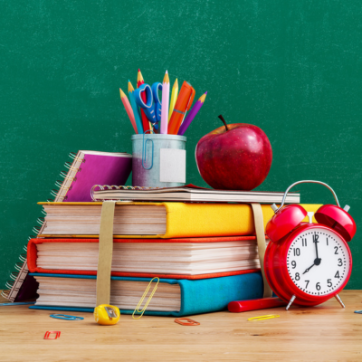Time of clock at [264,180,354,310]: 7:59
